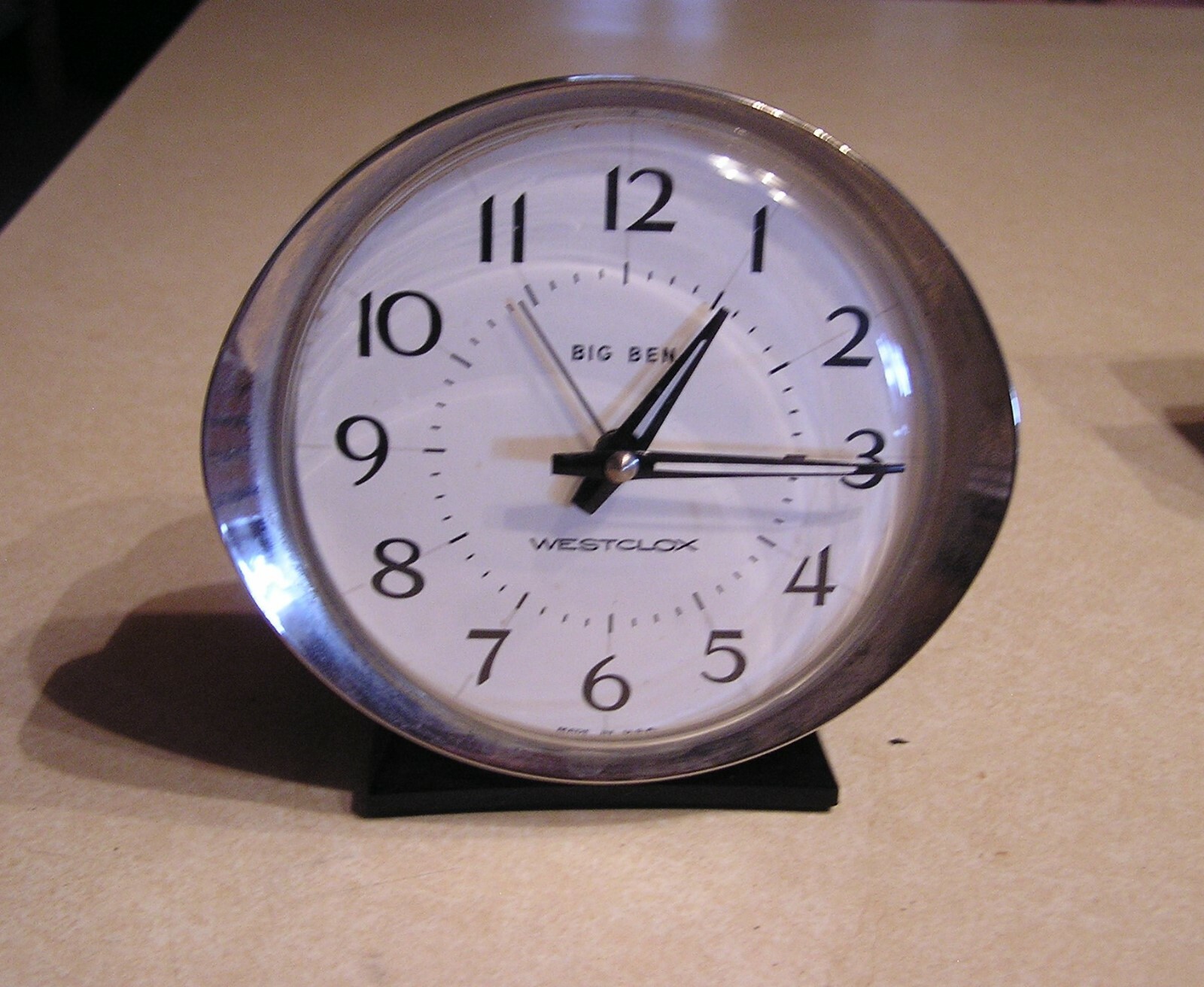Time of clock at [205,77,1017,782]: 1:14
